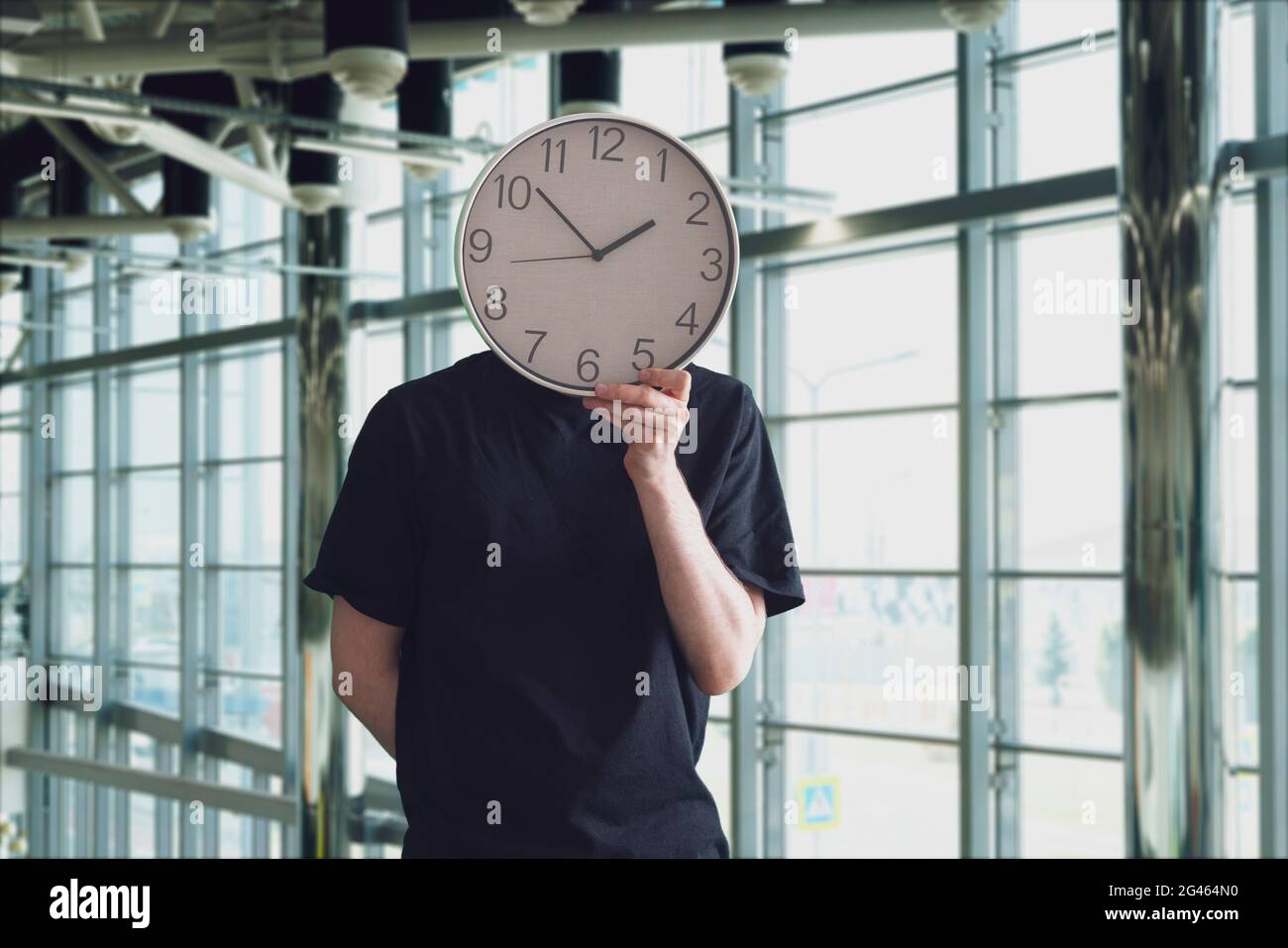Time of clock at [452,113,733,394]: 1:51
